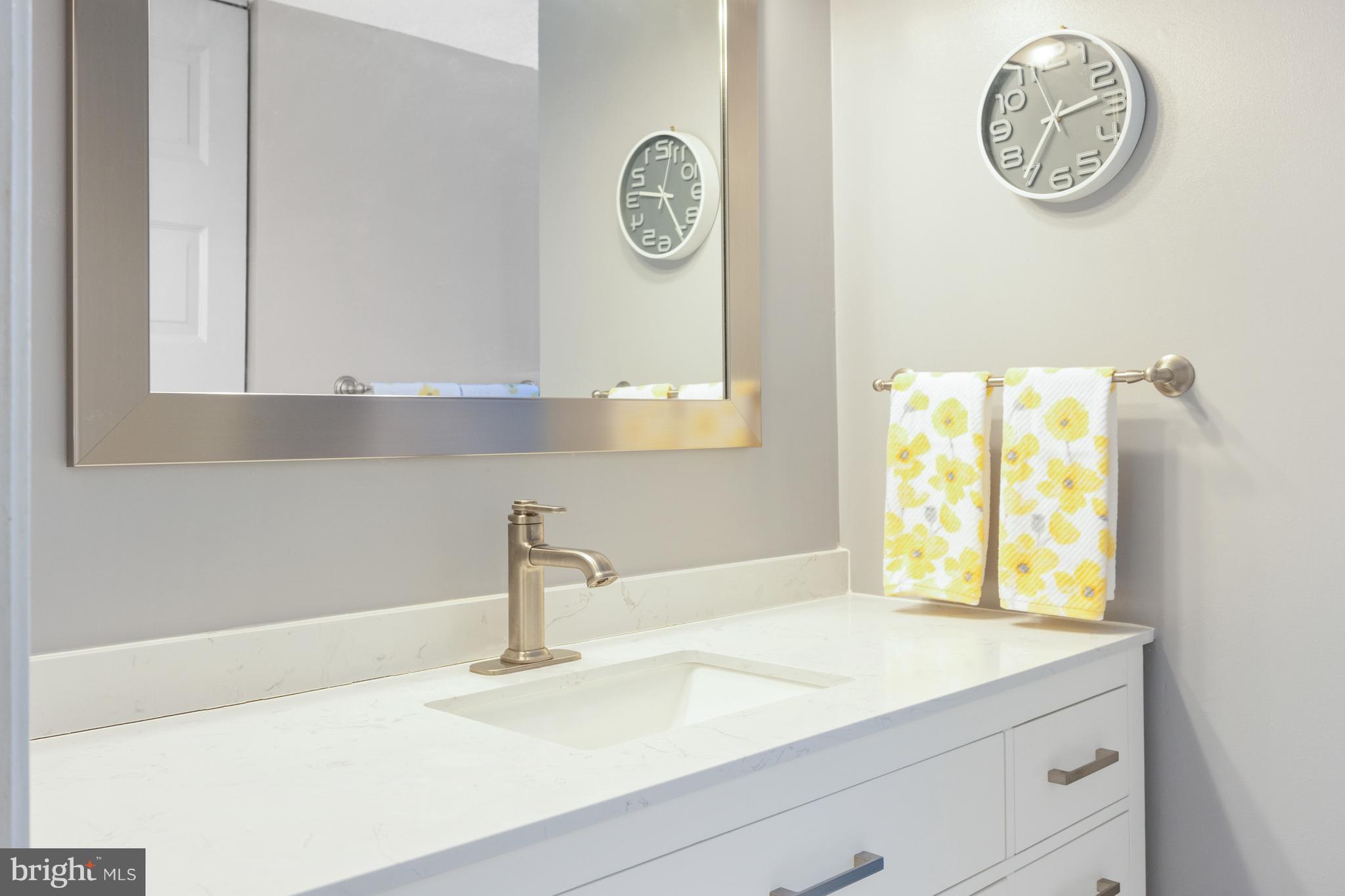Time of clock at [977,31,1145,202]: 2:36
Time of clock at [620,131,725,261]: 9:24
